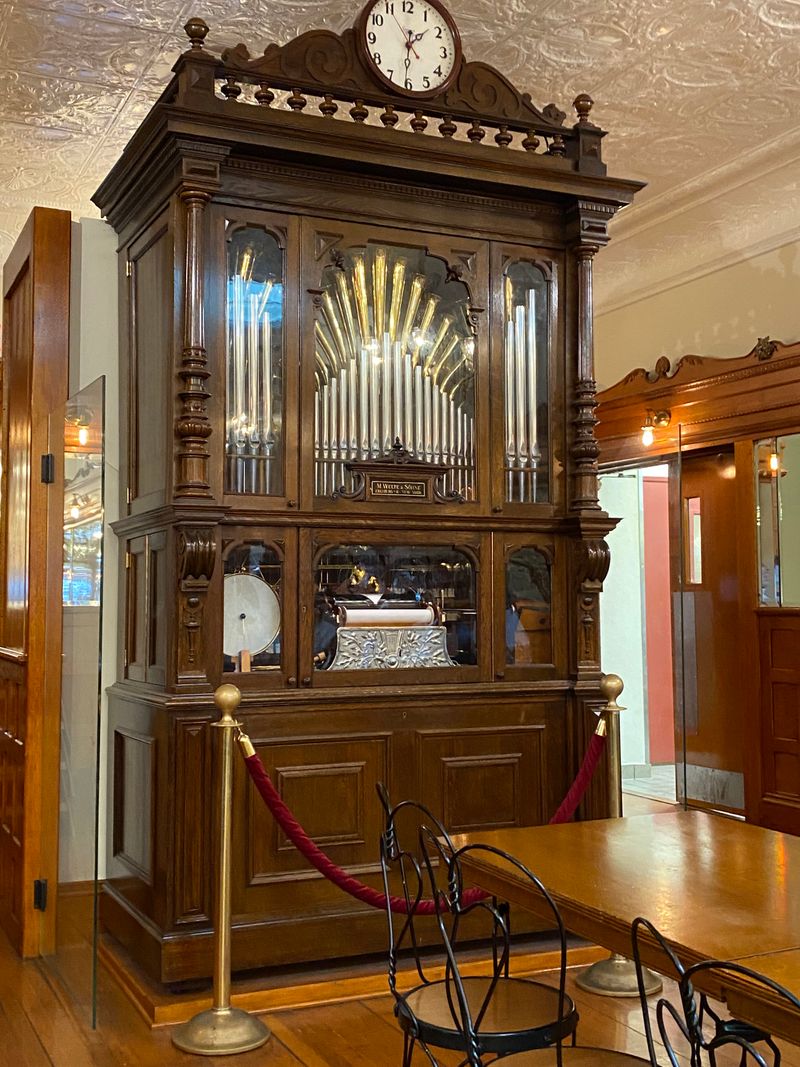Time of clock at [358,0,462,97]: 1:31
